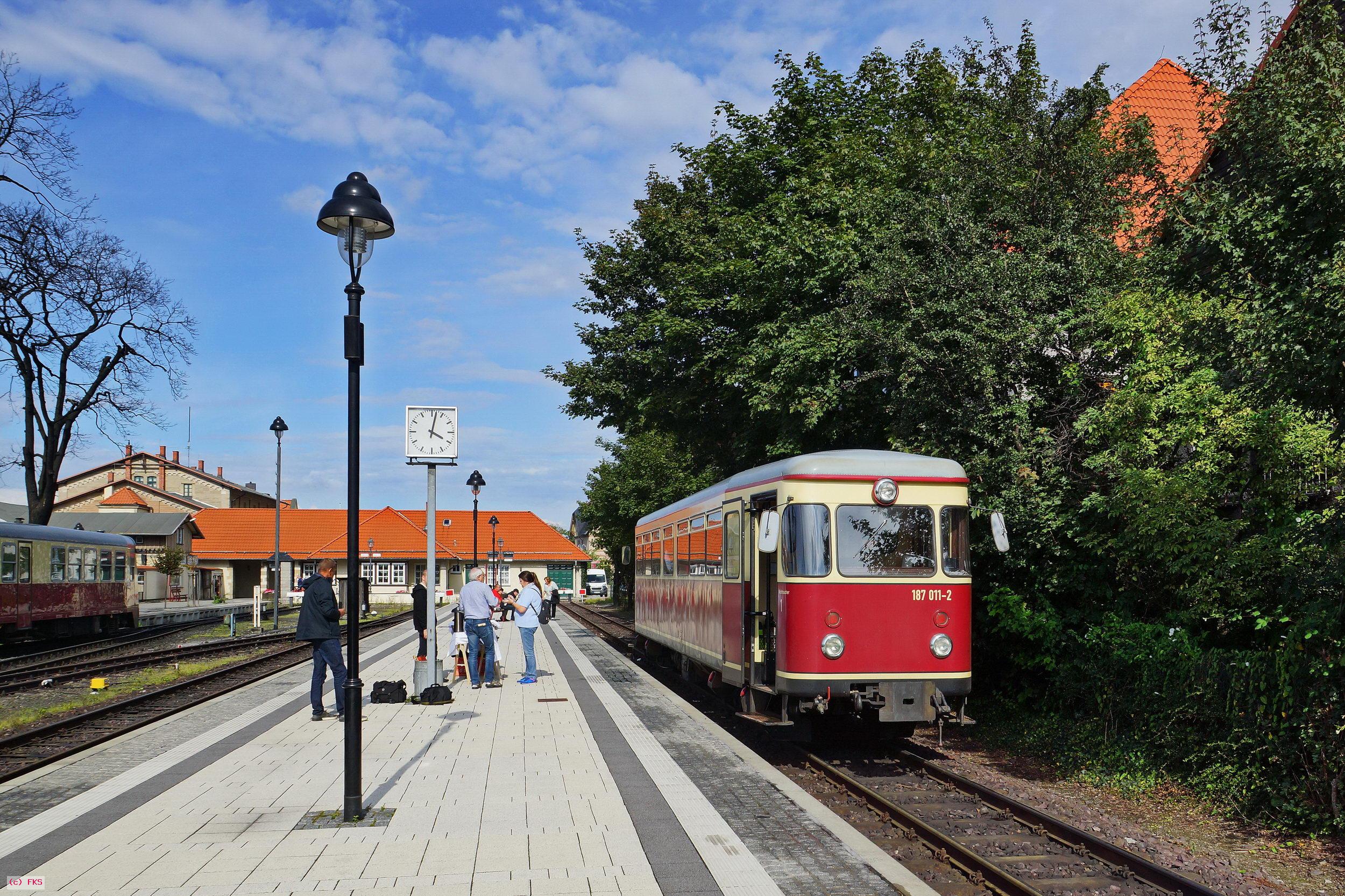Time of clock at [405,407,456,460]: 4:02
